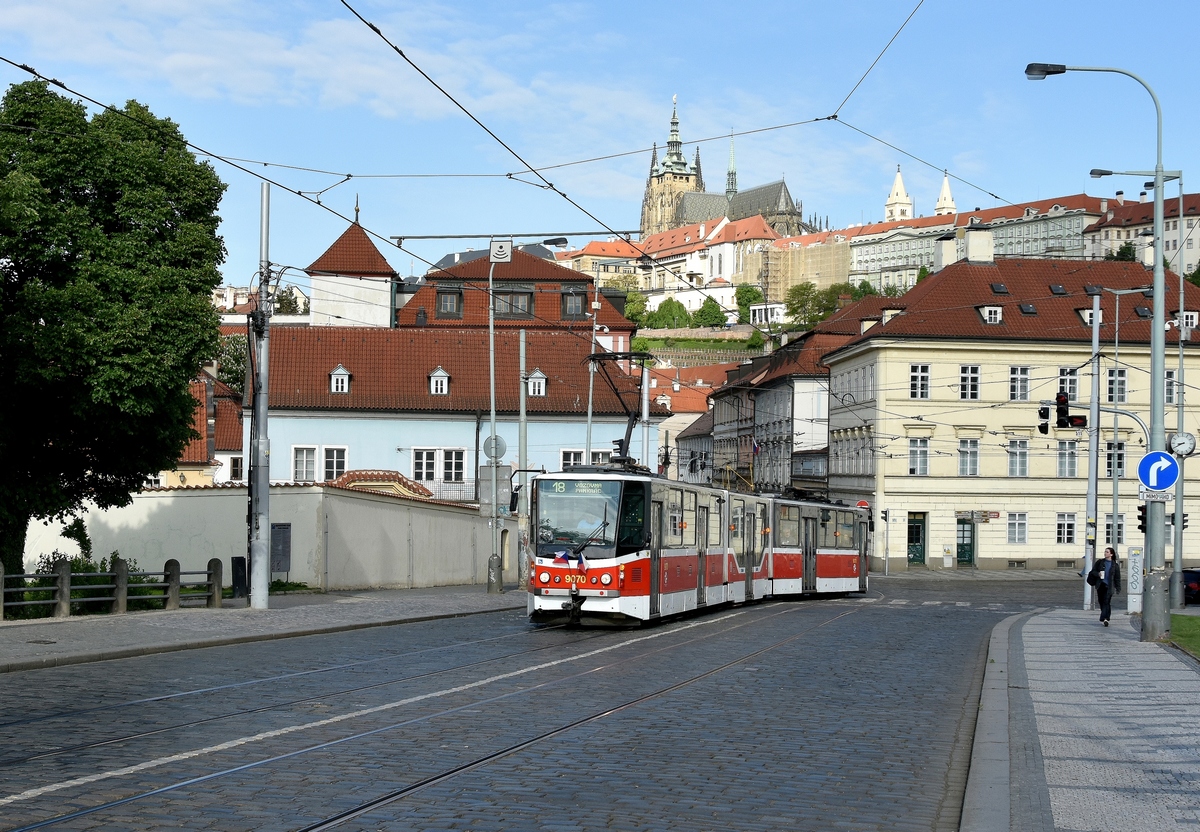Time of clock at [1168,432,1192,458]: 8:40
